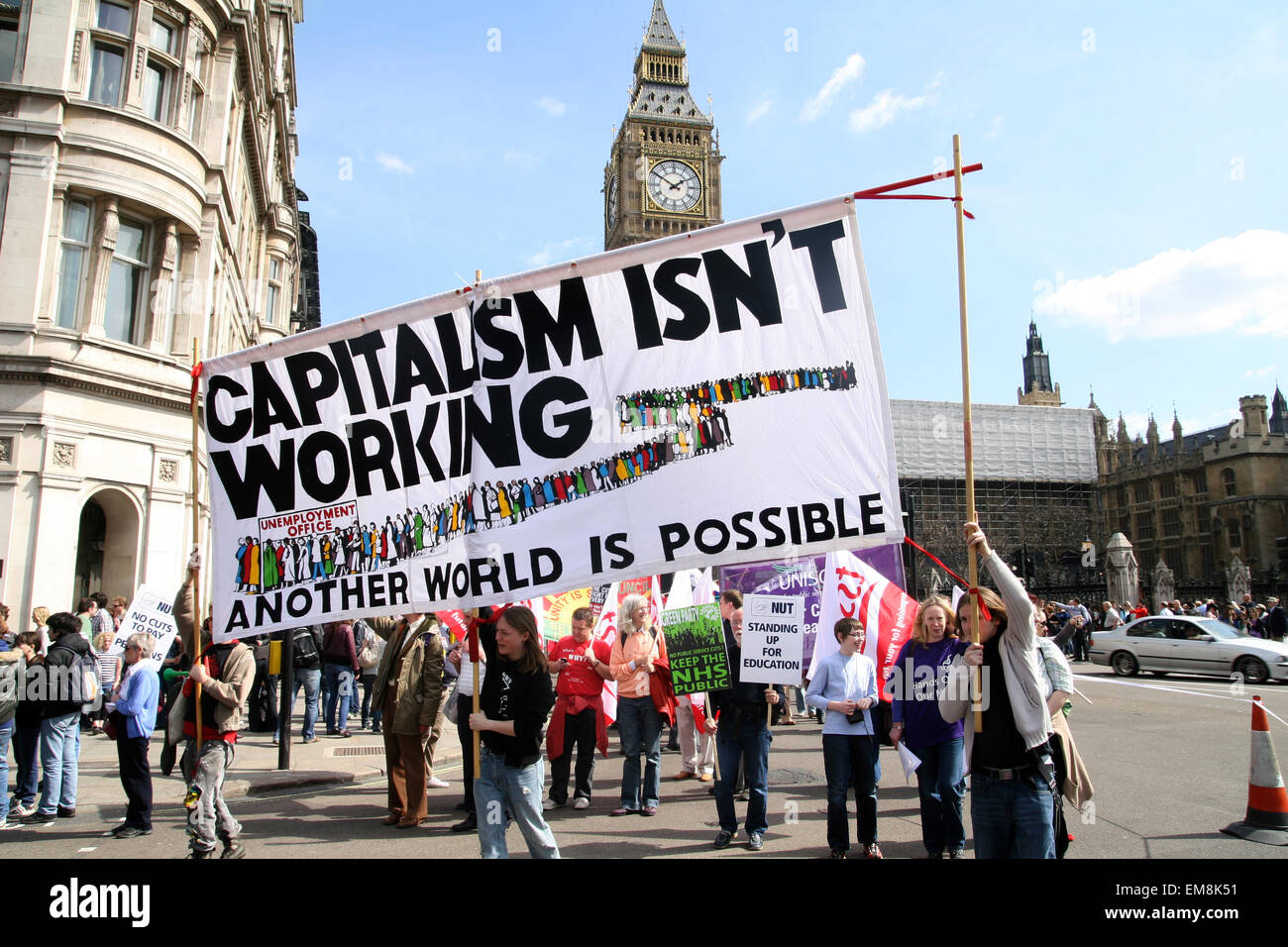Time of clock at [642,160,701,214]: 1:50
